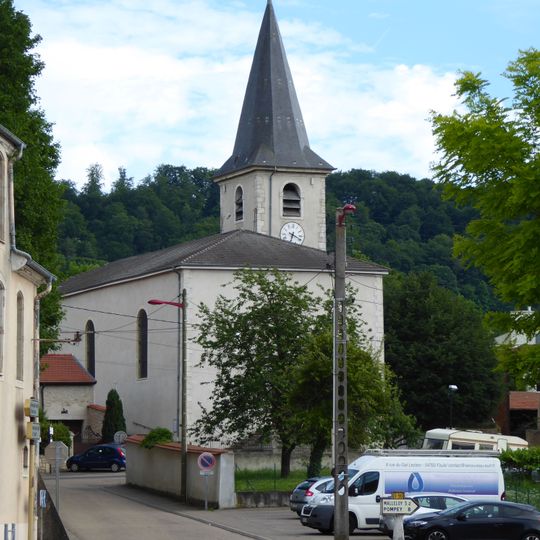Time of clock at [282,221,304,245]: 6:18
